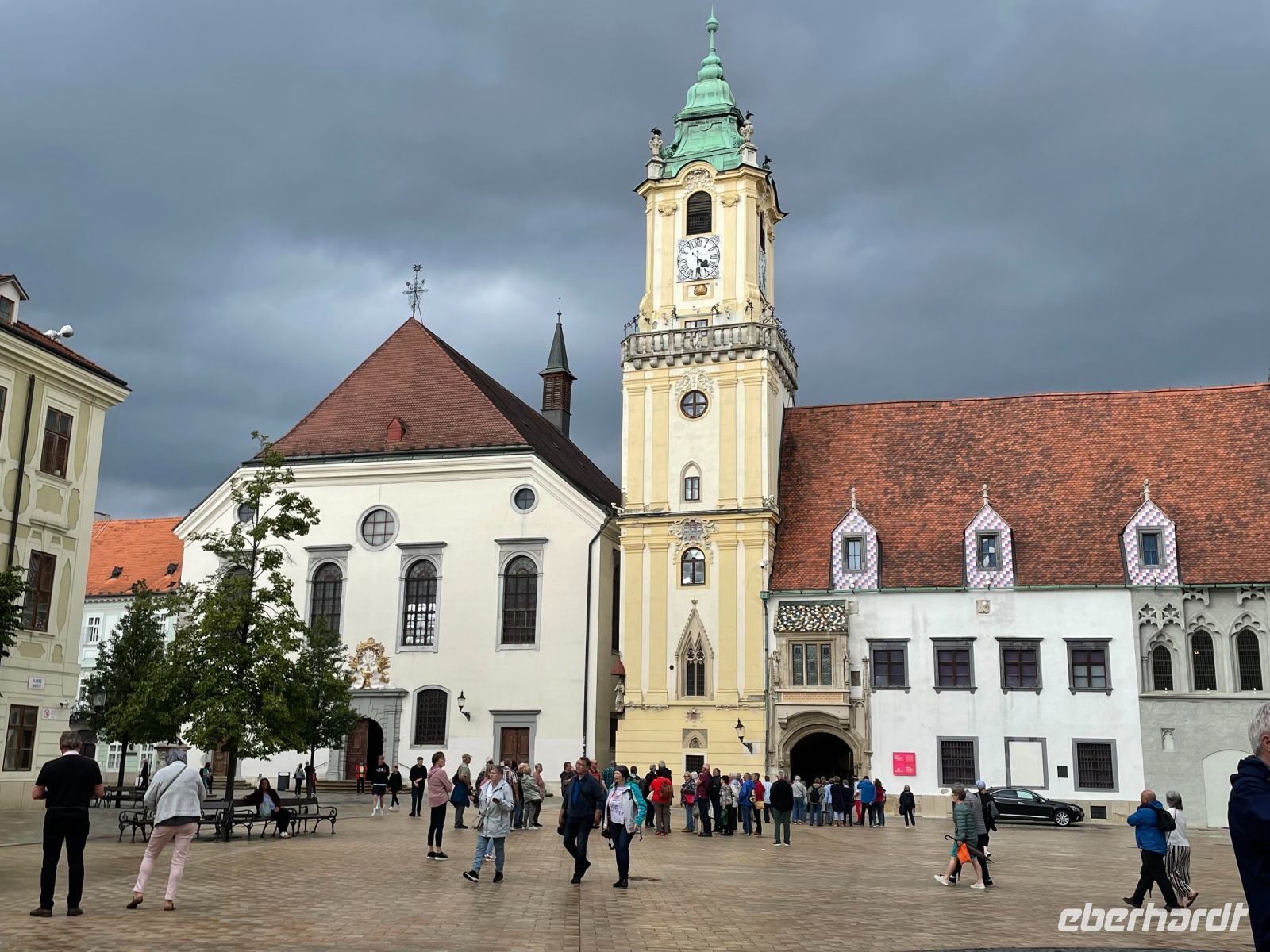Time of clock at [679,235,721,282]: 4:29
